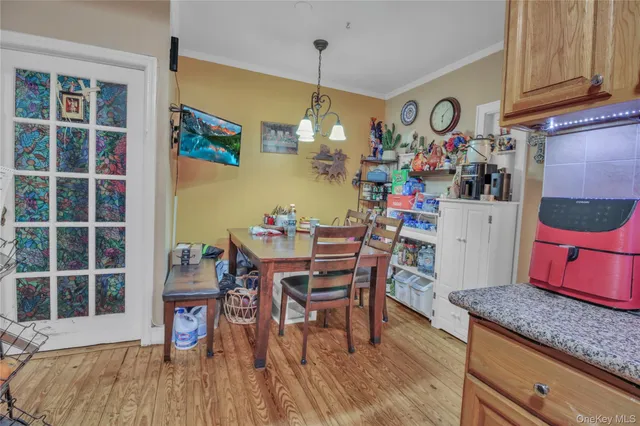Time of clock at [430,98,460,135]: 6:08
